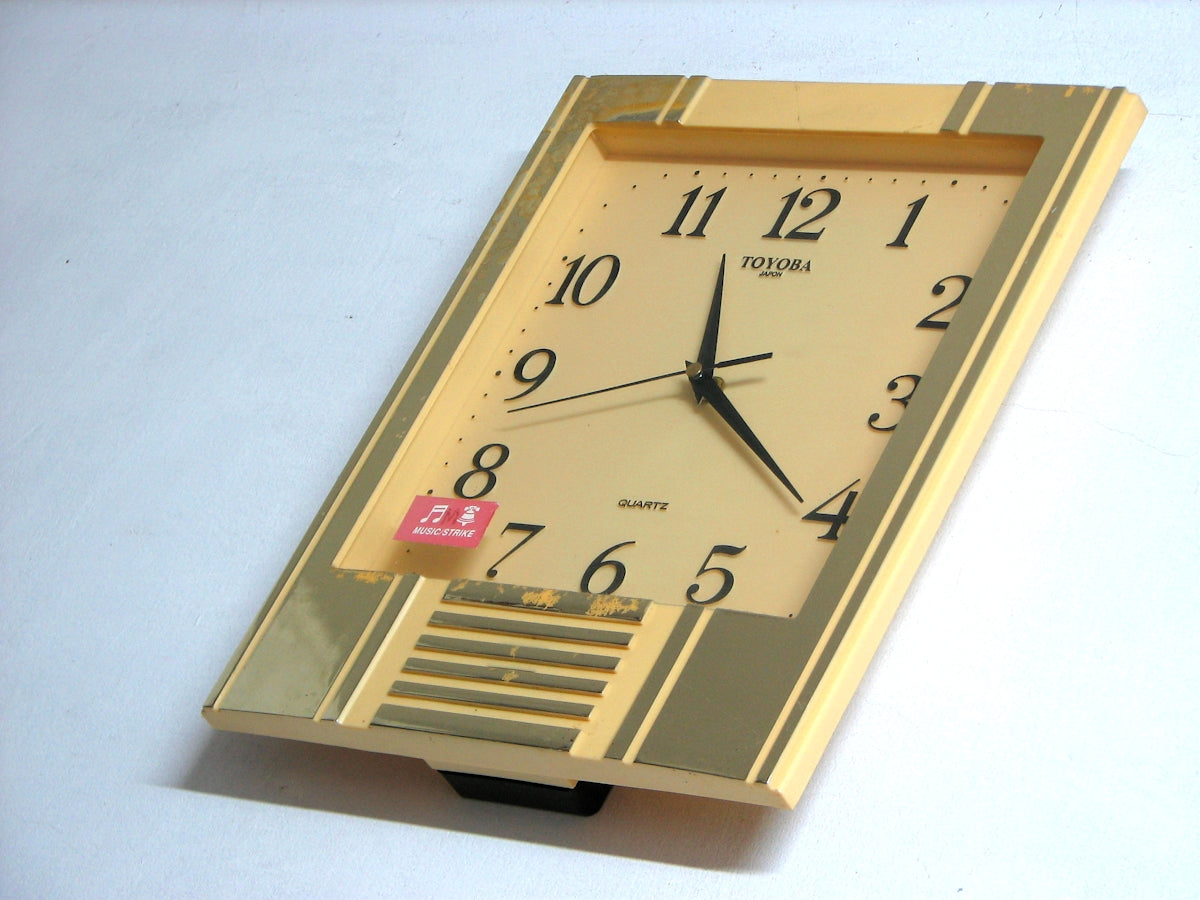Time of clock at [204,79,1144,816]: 11:20
